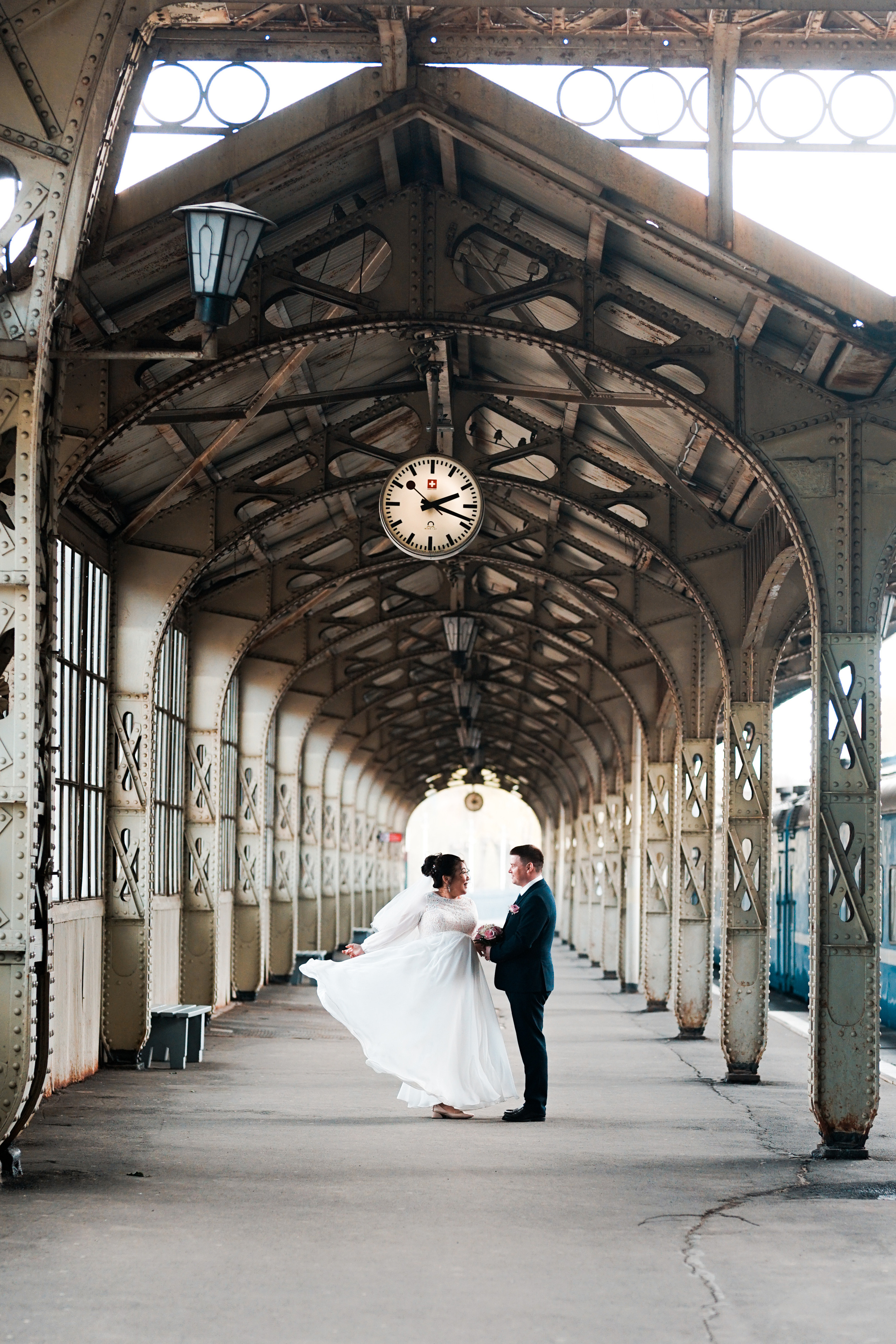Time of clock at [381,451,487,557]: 2:18
